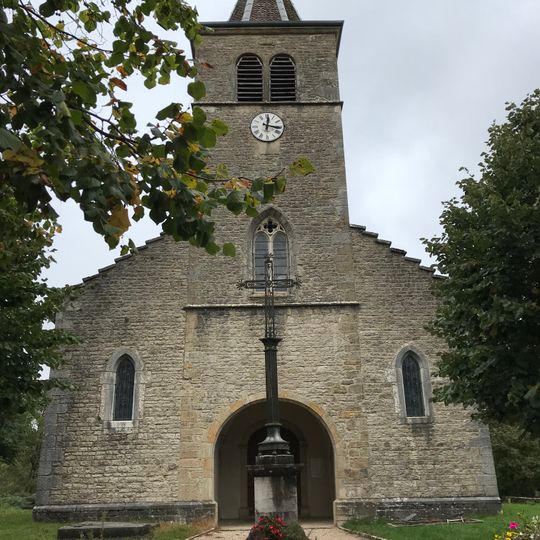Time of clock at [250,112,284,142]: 12:16
